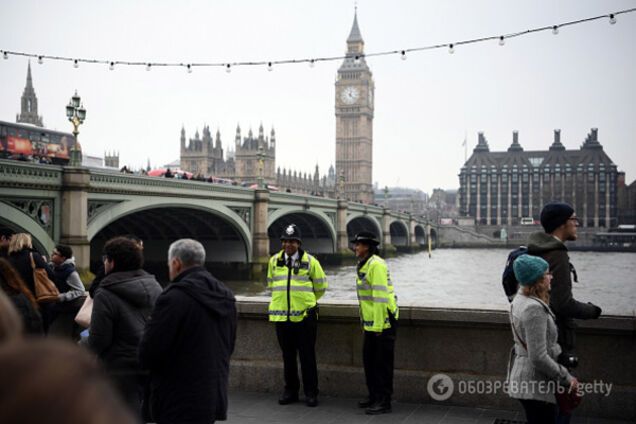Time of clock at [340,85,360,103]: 12:22
